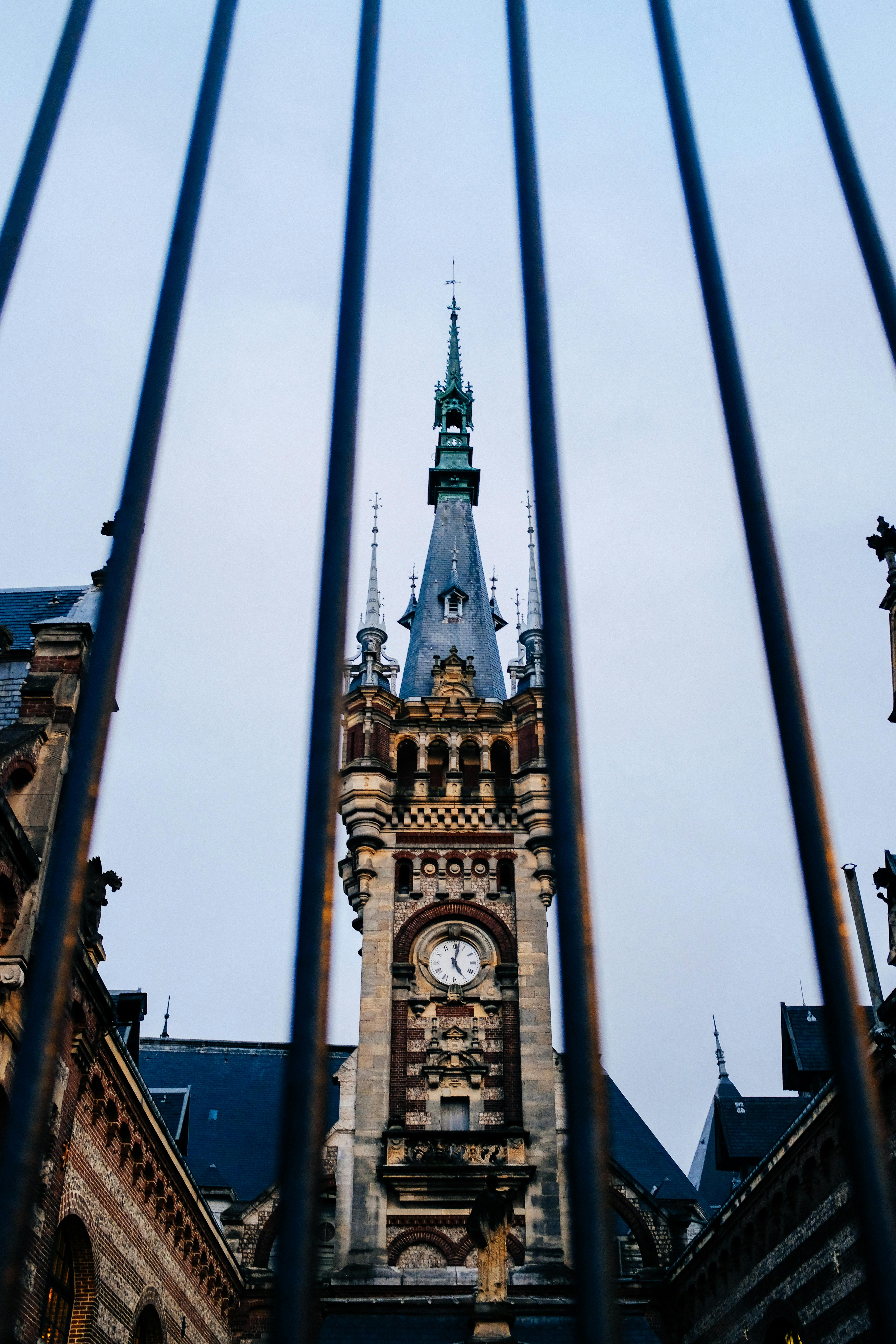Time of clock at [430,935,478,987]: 5:02
